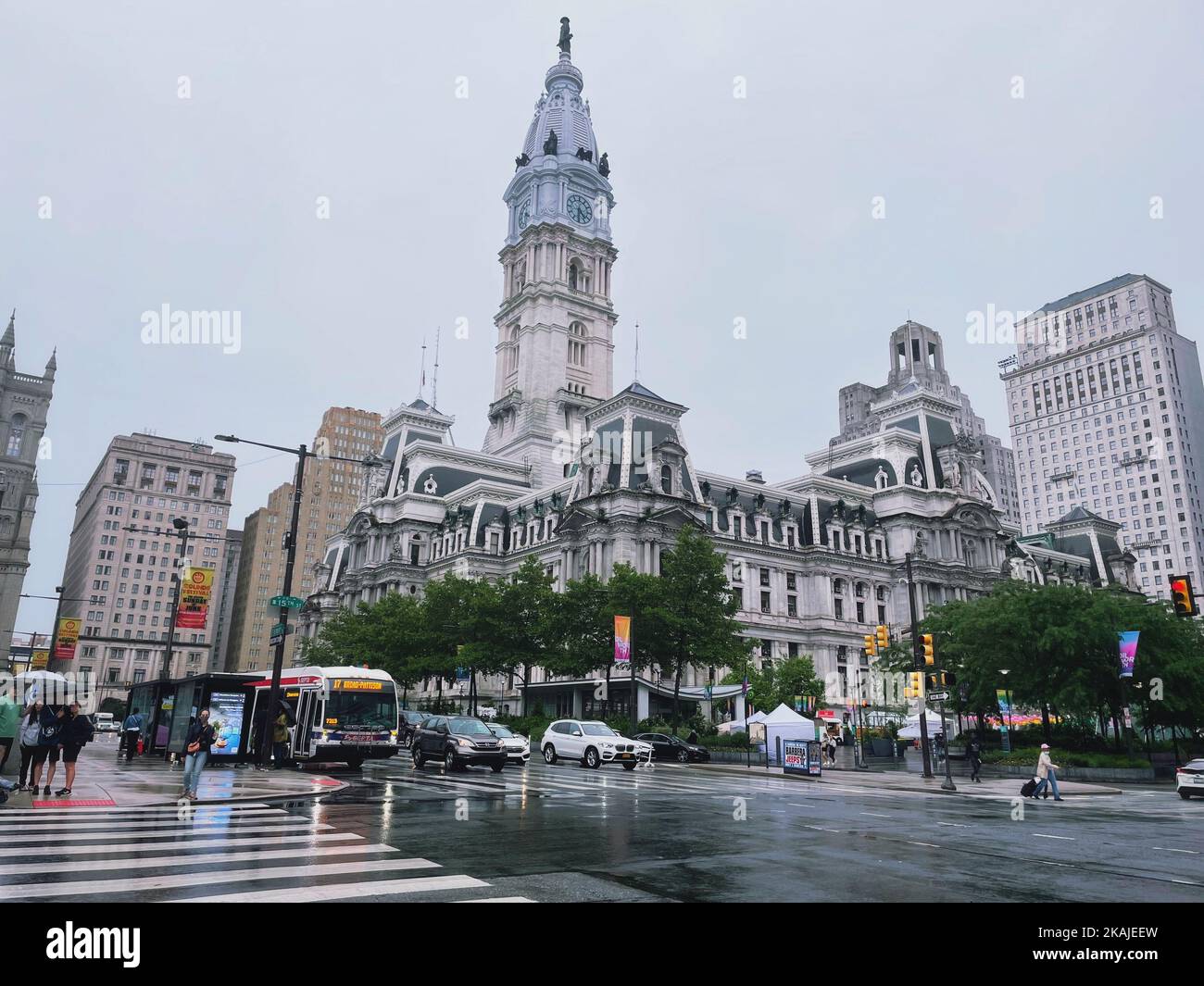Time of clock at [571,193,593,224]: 4:31
